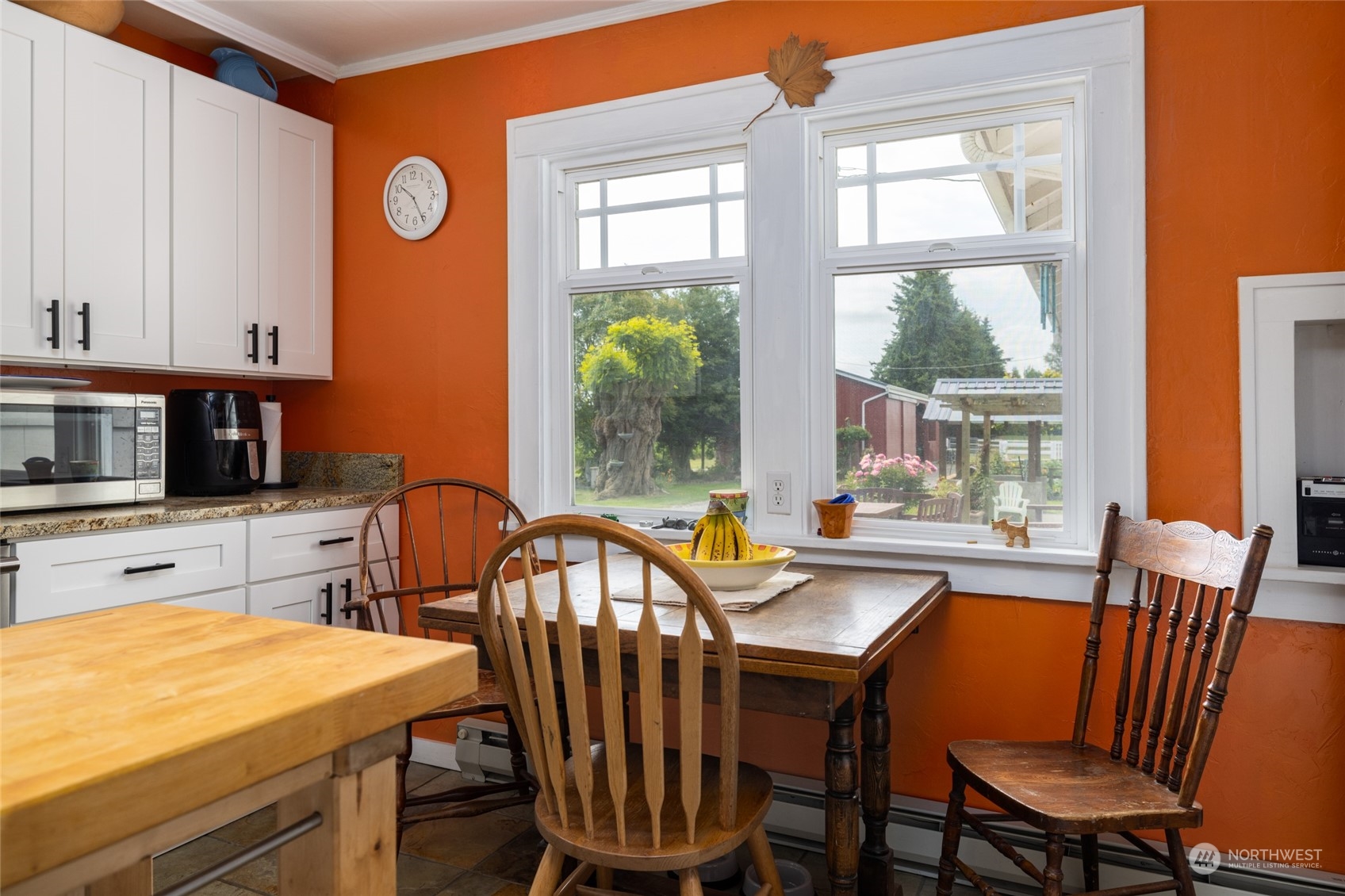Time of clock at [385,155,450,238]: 10:26
